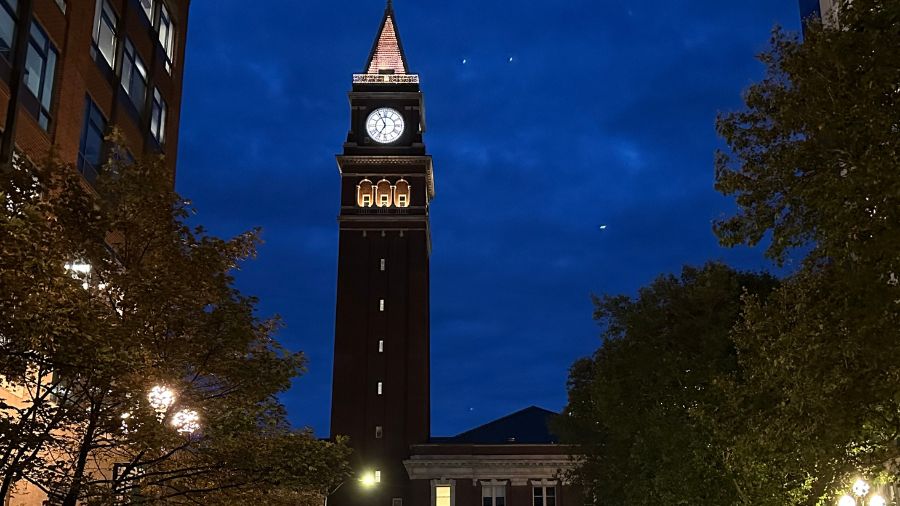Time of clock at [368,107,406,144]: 6:55
